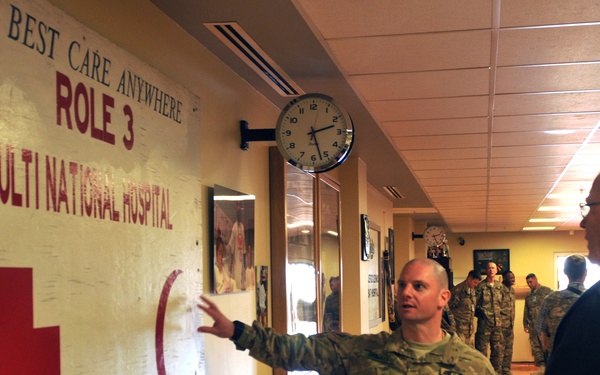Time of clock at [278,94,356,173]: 2:27
